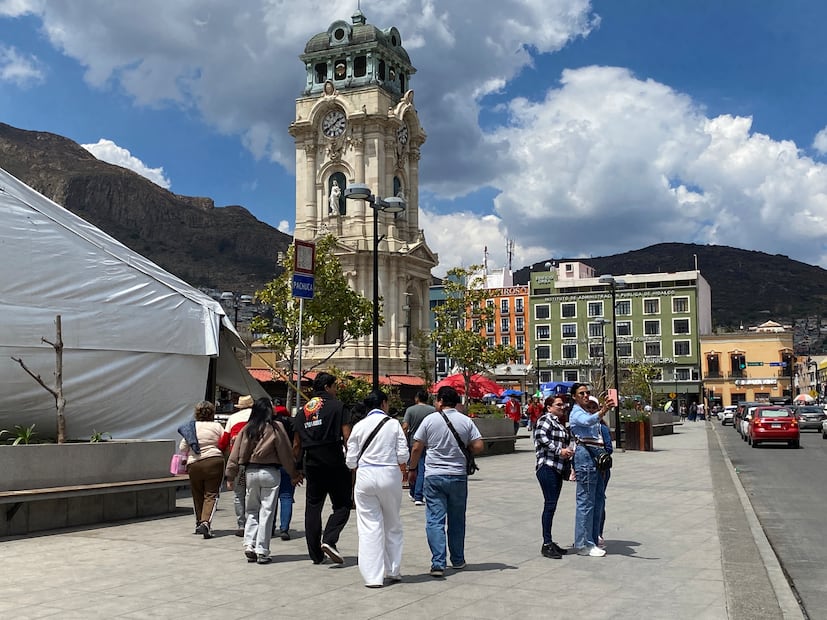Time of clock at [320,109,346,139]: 1:39
